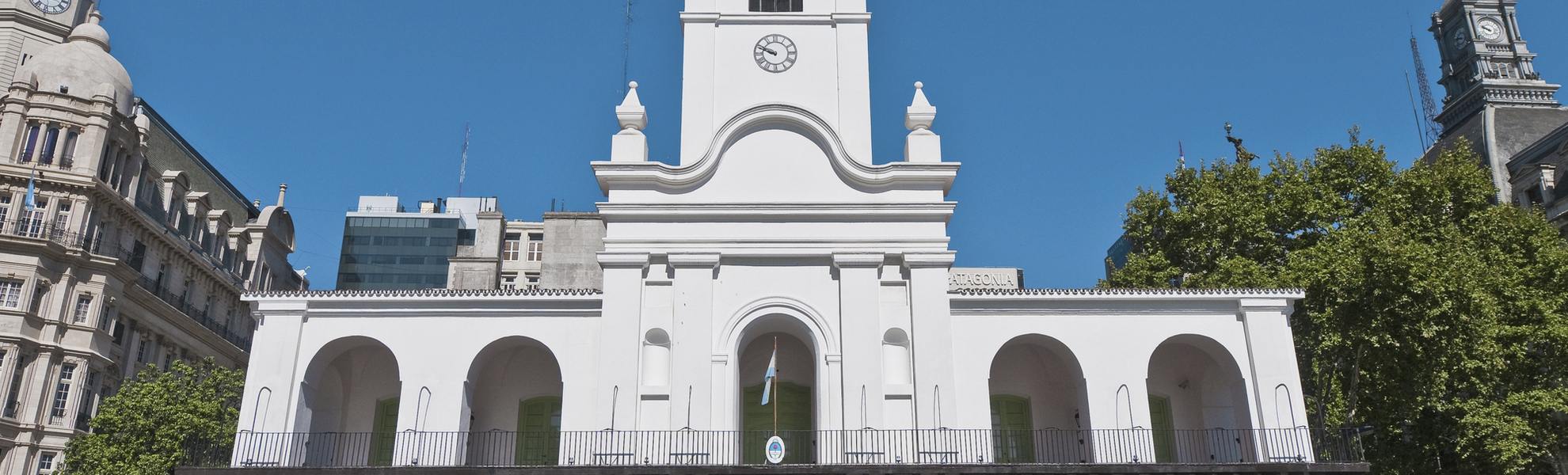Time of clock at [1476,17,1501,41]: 9:47
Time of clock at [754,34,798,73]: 9:48
